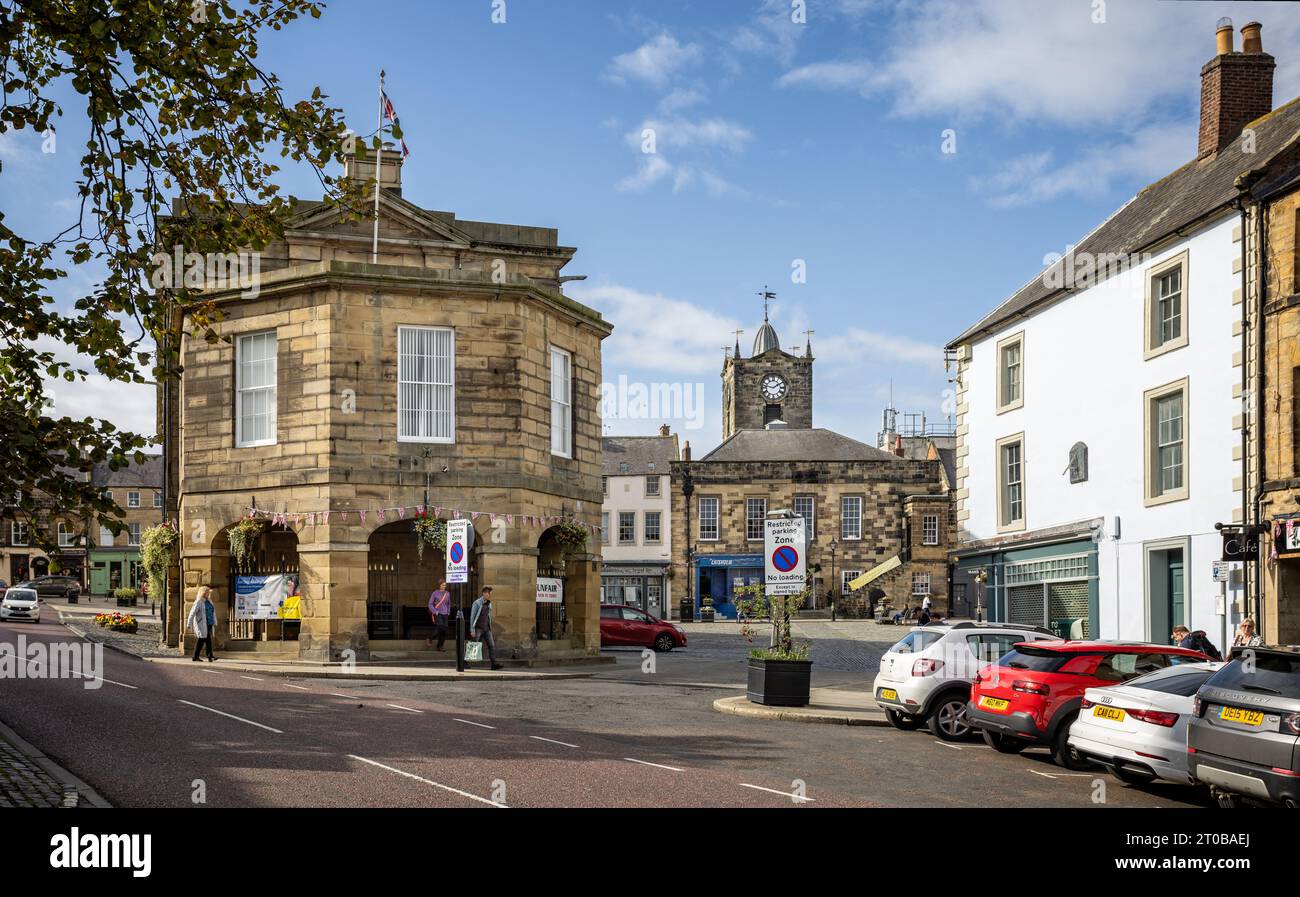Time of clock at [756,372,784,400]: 1:46
